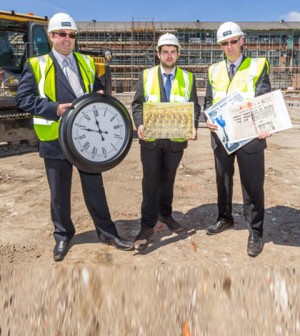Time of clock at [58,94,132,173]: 11:48
